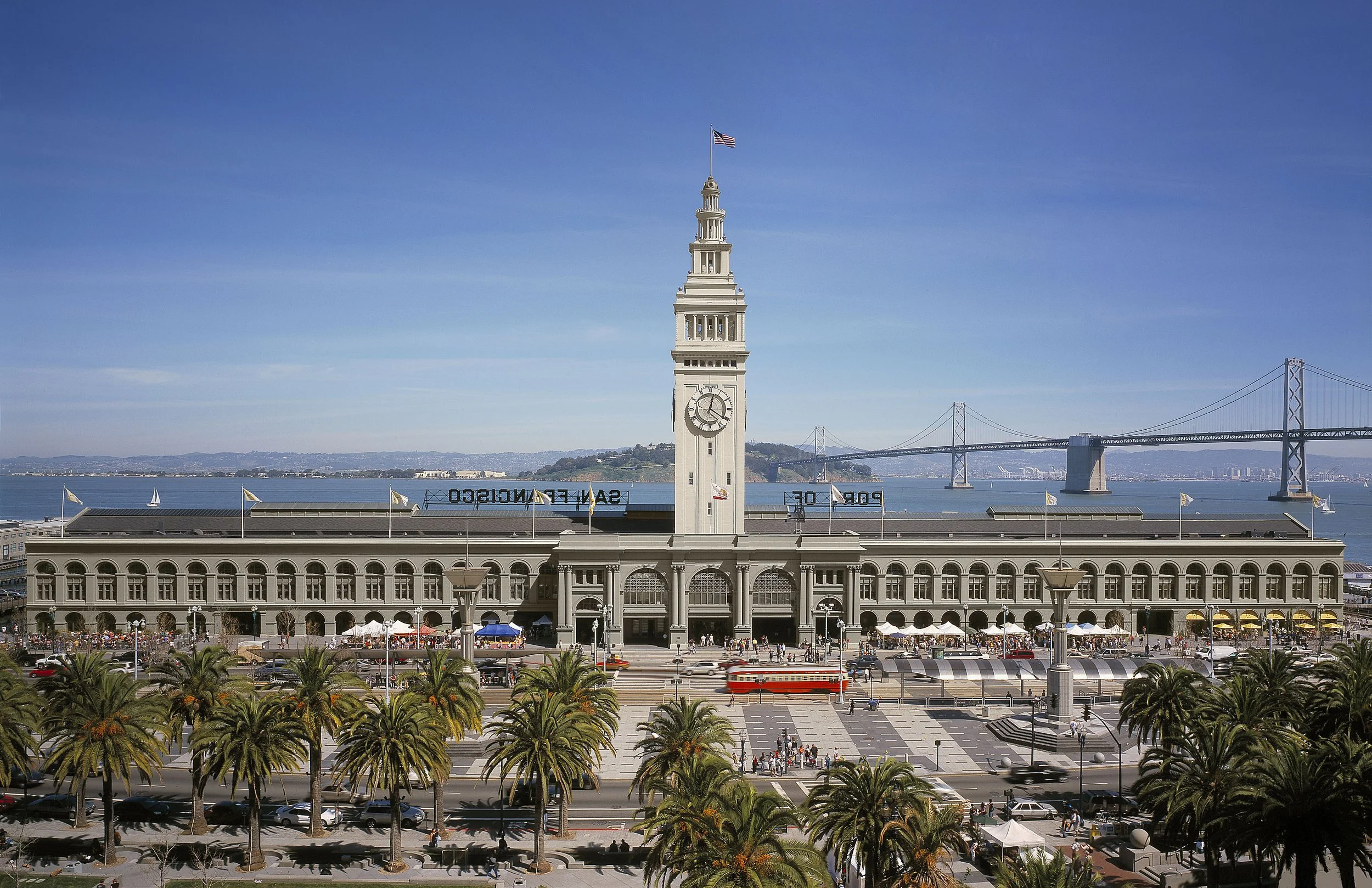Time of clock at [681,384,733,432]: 12:20
